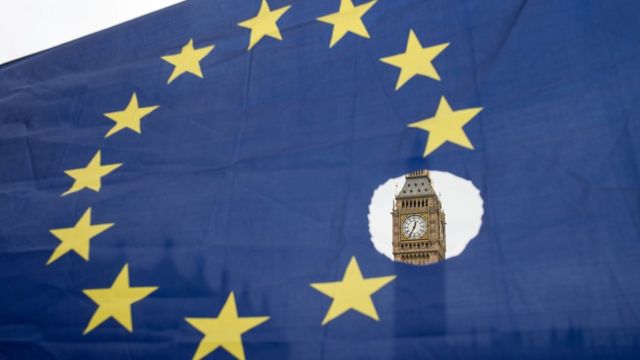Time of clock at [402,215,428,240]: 12:34
